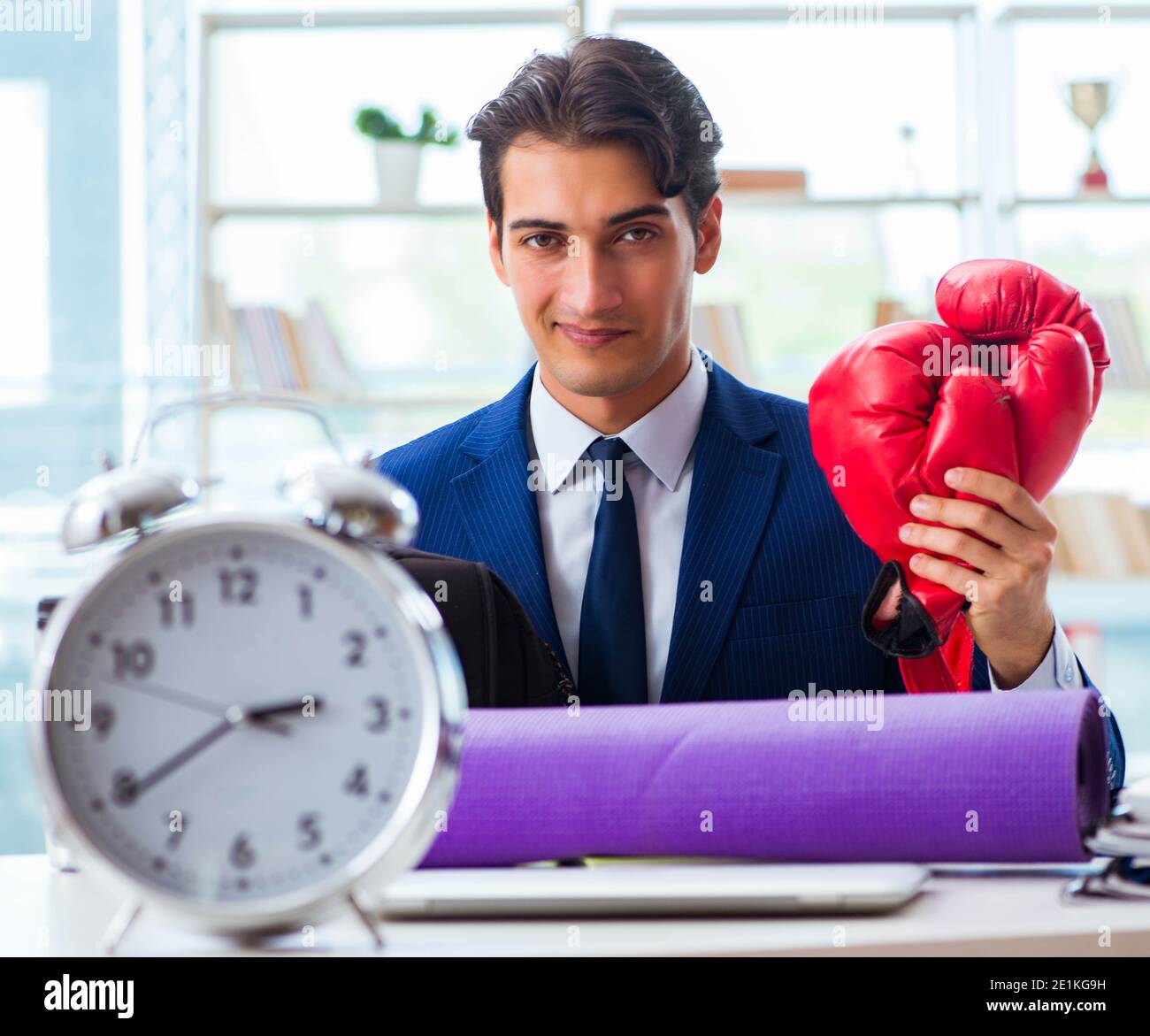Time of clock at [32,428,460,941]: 2:39
